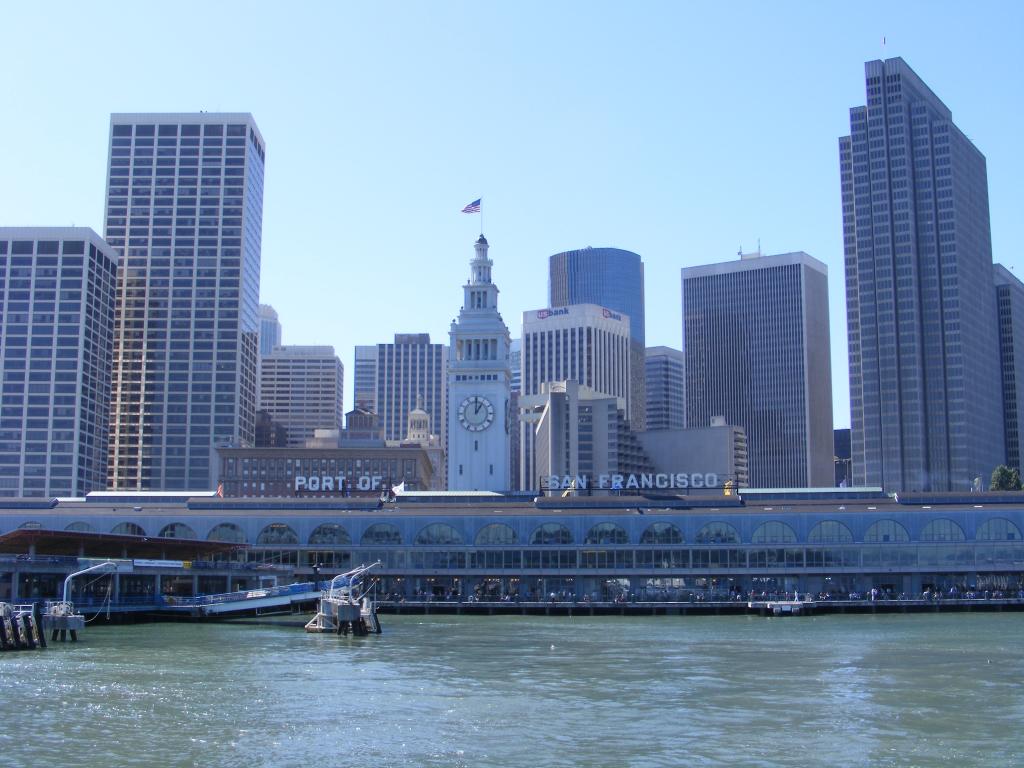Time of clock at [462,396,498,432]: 1:00
